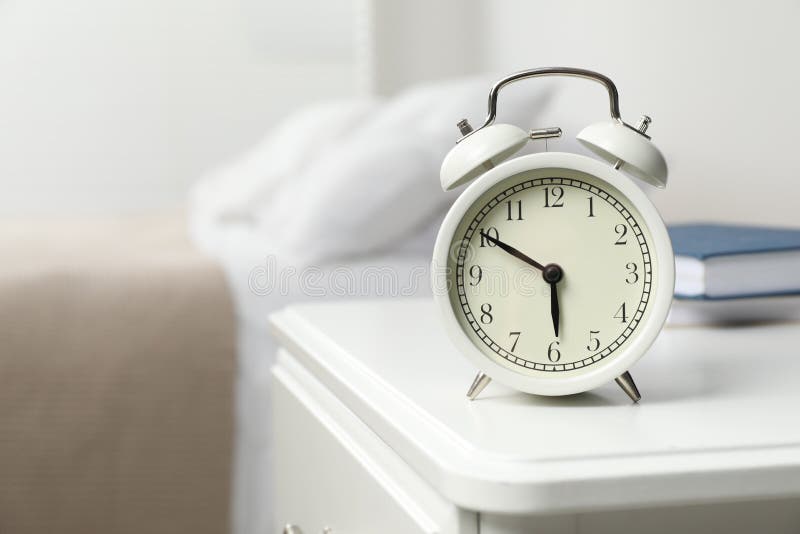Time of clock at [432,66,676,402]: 5:50
